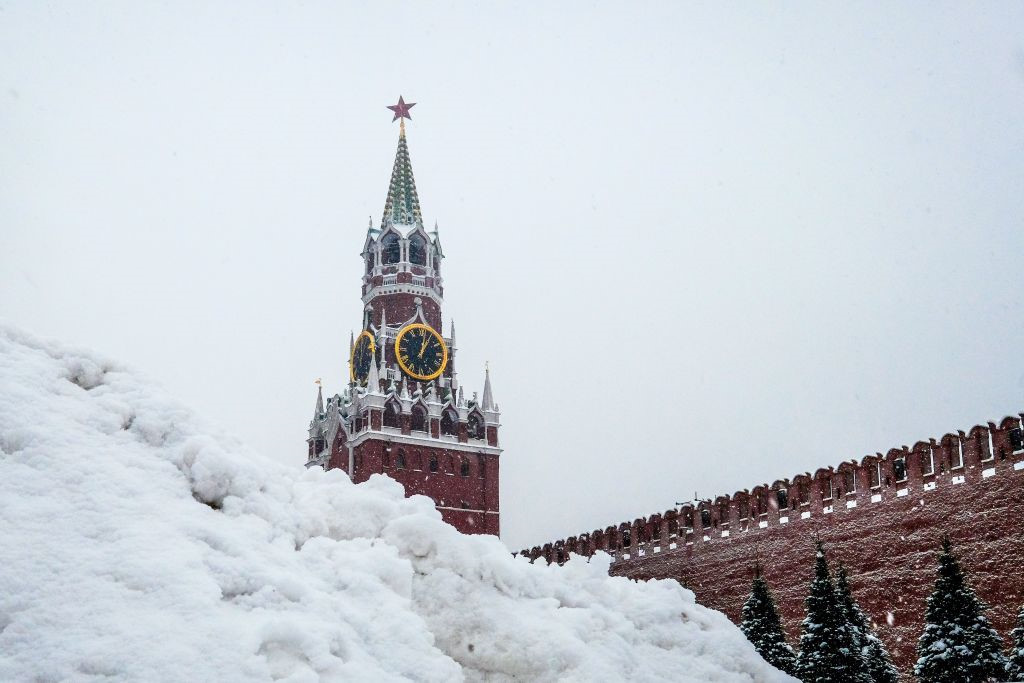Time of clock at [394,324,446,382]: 1:02
